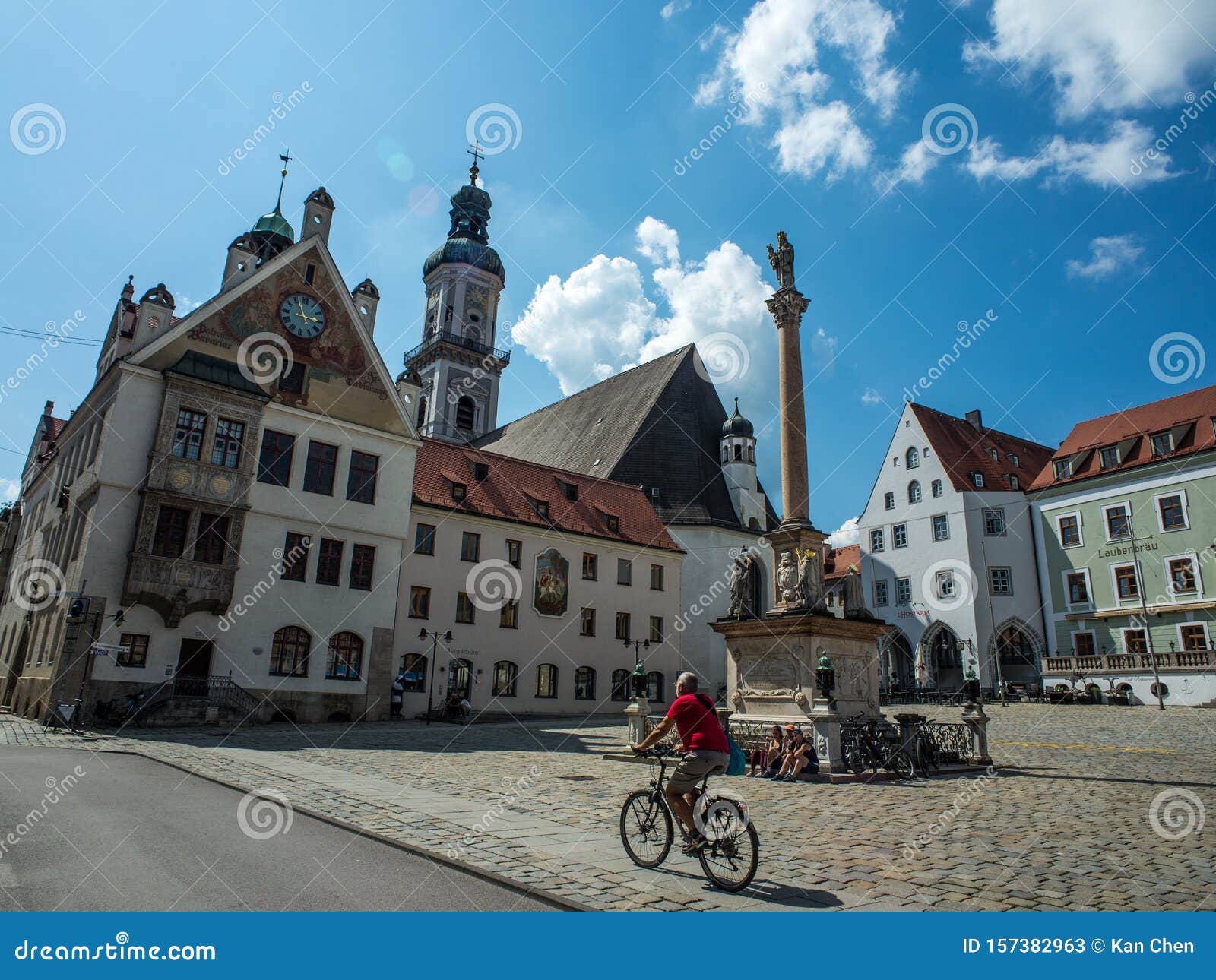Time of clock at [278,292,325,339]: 2:56
